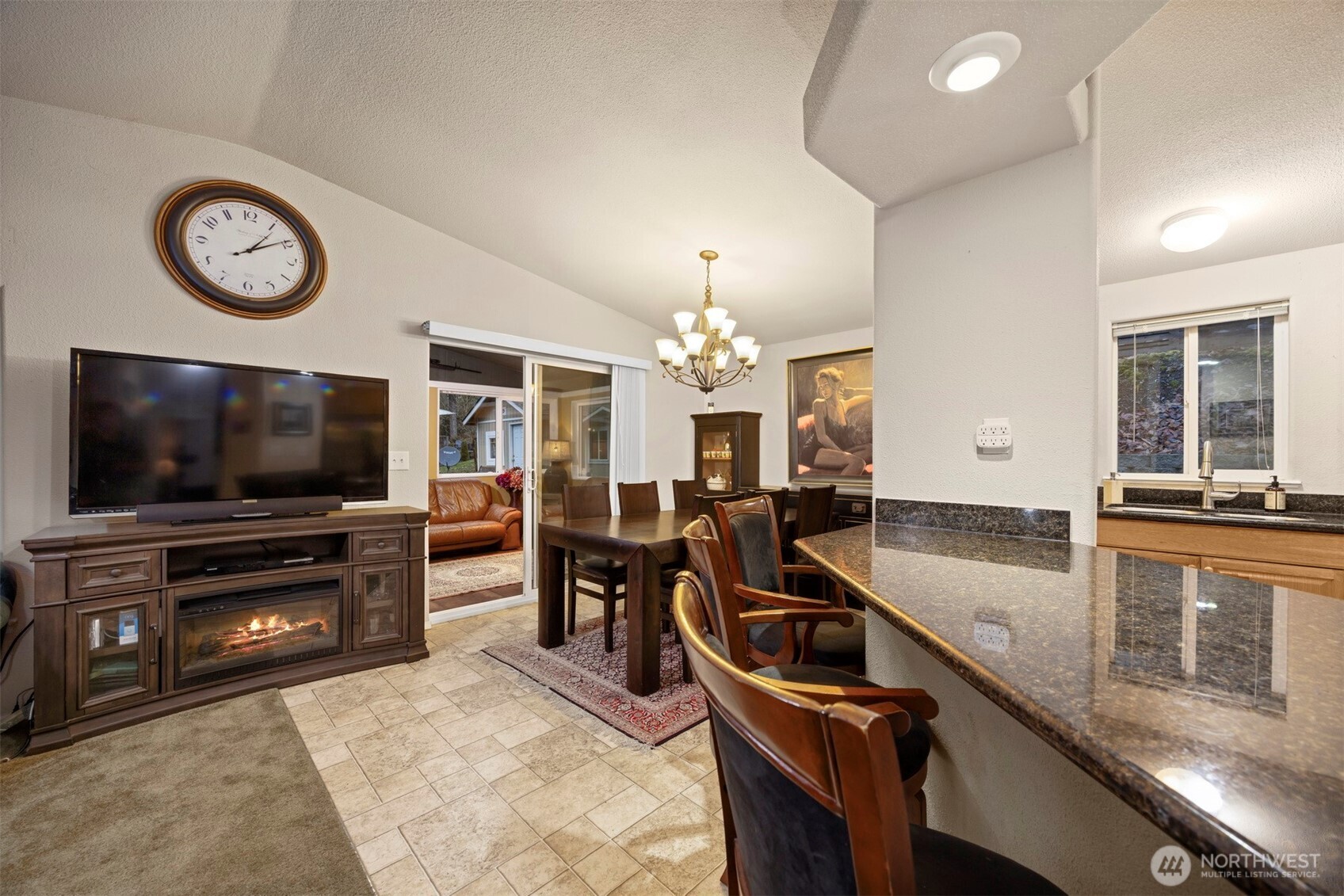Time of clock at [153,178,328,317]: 1:09
